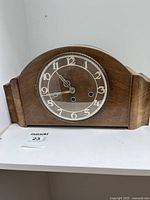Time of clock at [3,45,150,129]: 10:43
